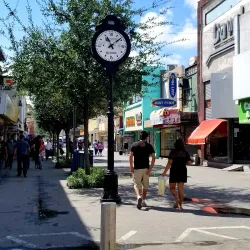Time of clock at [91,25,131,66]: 11:08
